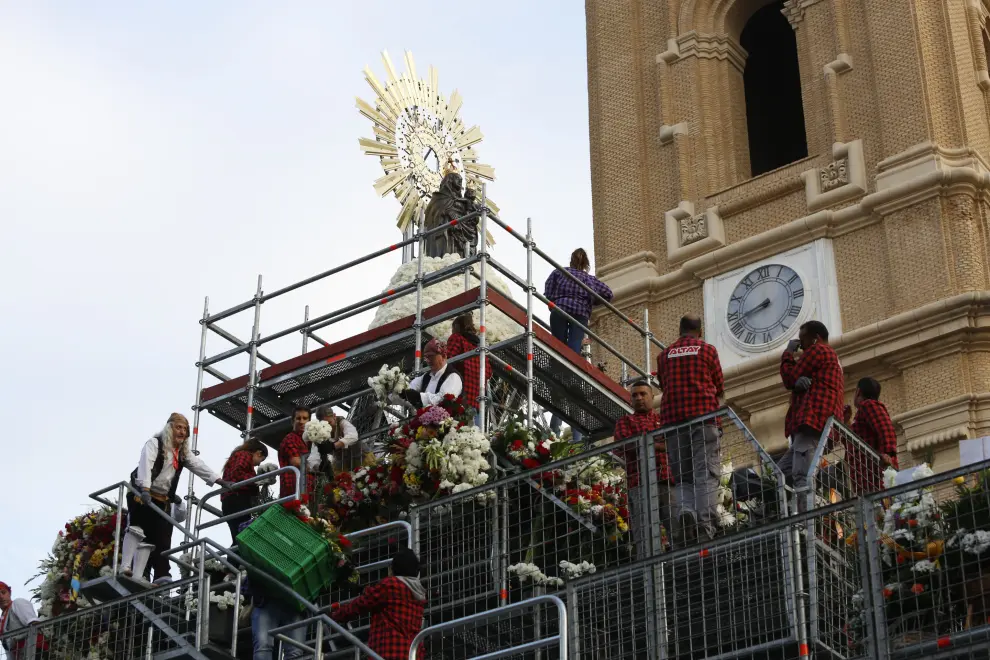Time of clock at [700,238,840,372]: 8:42
